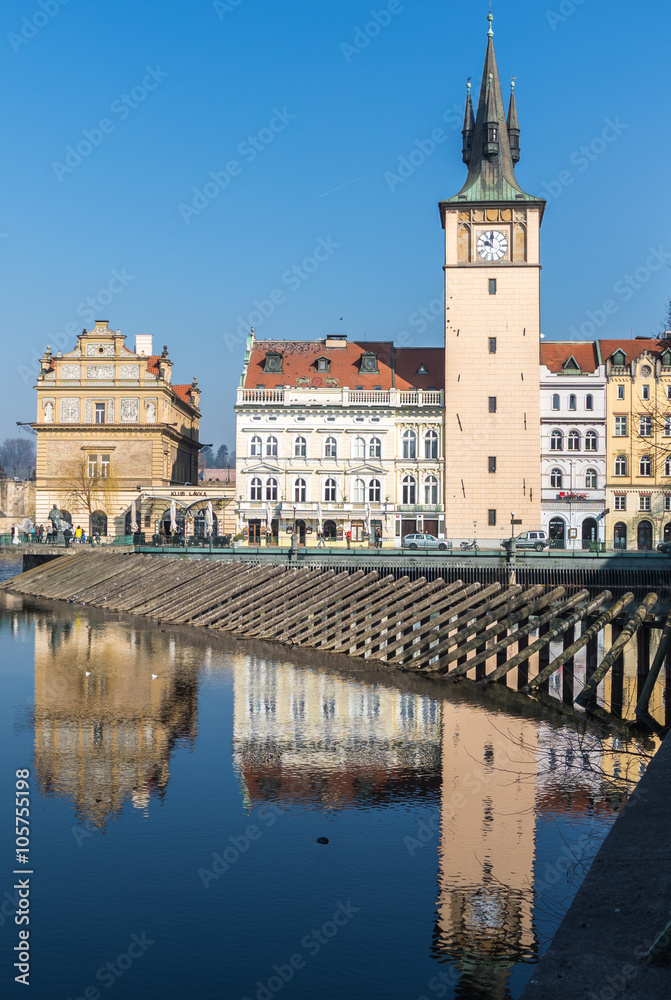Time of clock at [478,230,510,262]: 9:59
